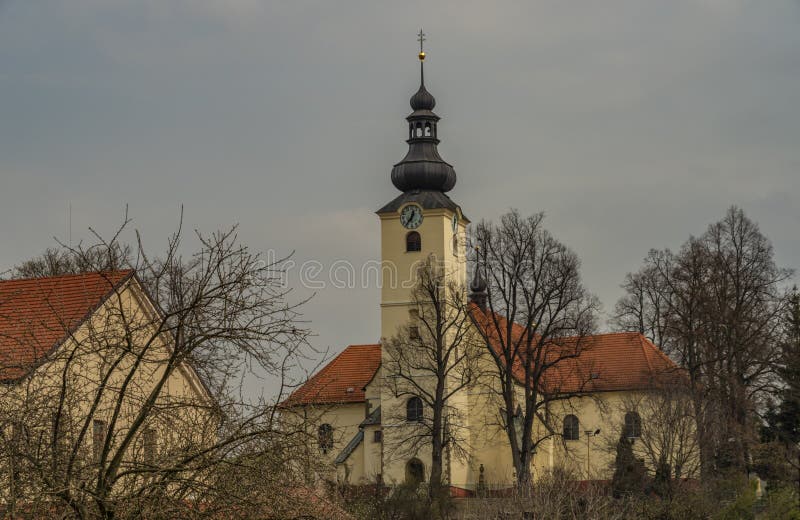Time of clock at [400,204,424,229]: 12:36
